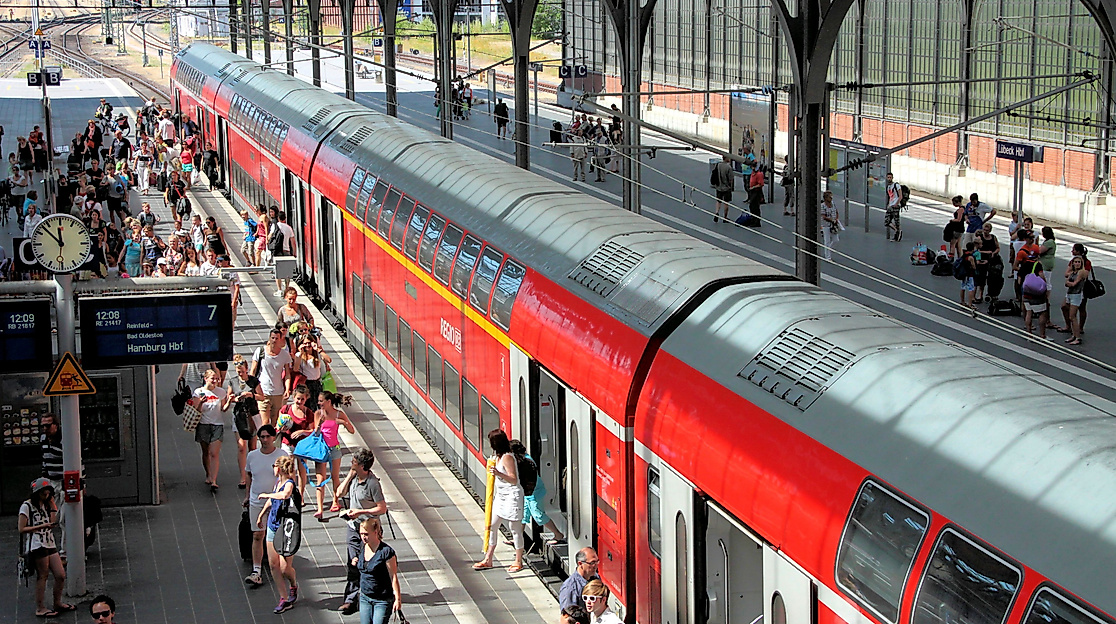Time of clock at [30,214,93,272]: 11:52
